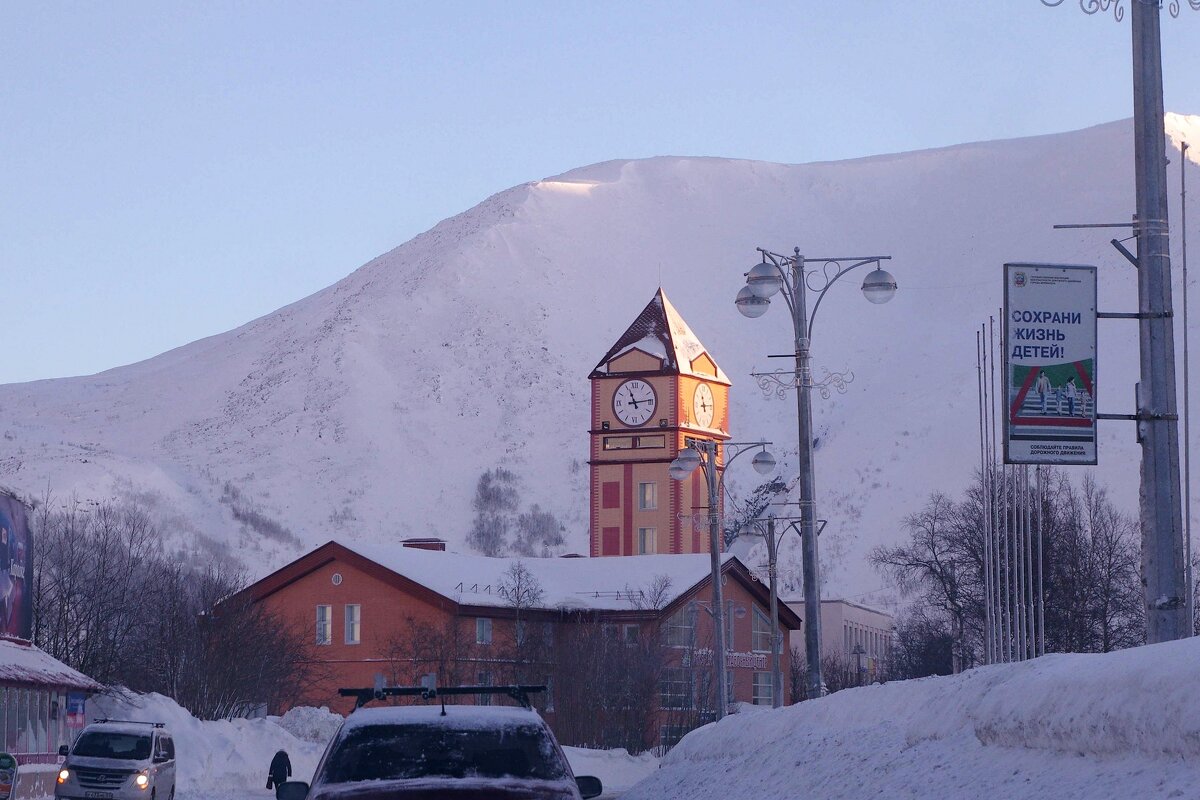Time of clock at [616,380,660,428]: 11:13
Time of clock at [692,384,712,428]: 11:13
